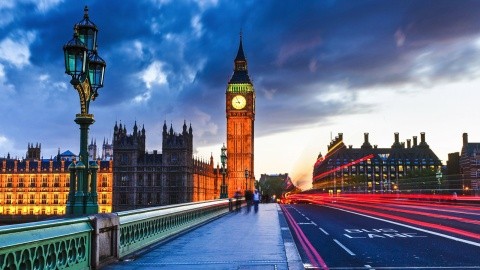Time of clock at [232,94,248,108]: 8:56
